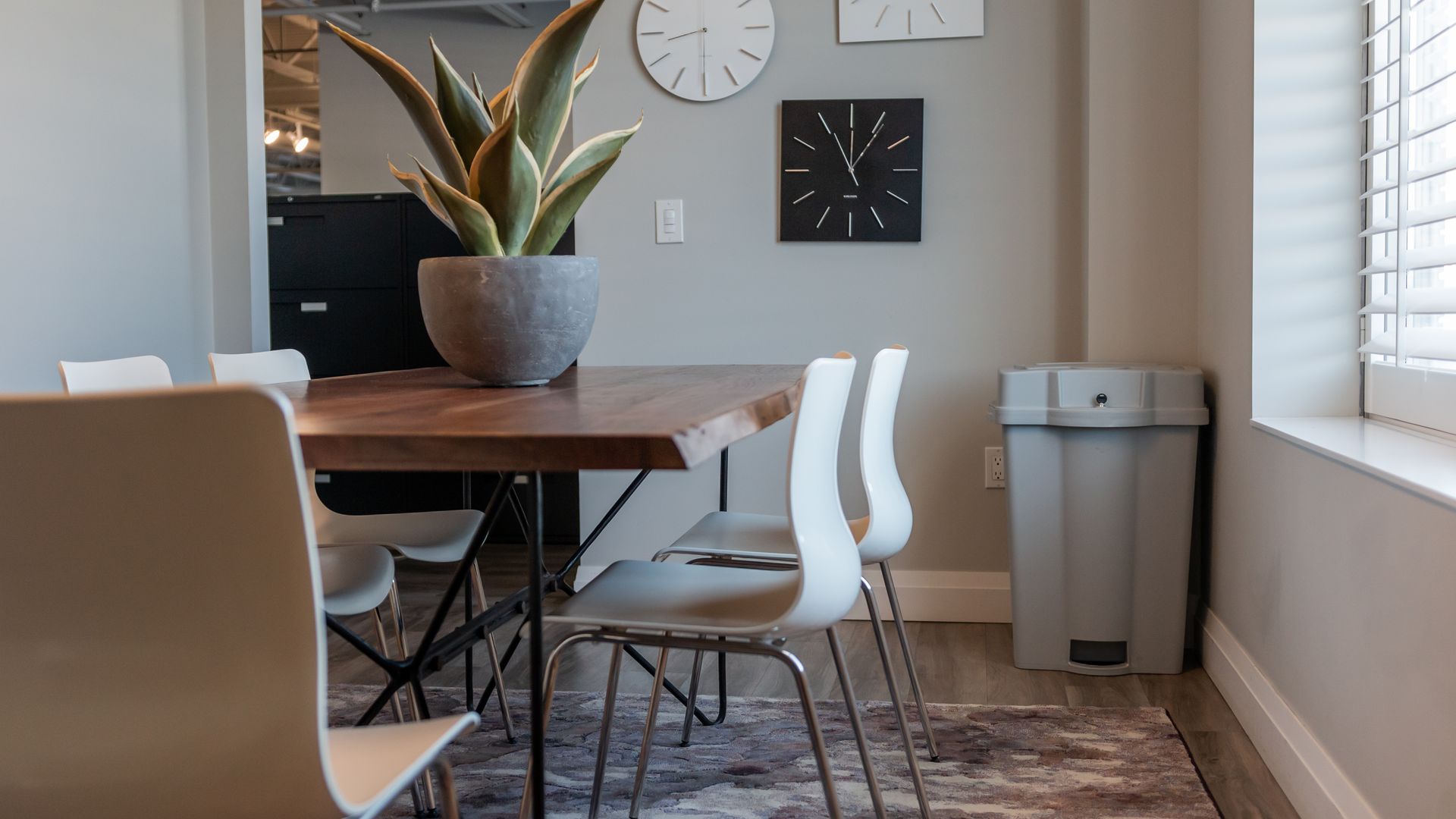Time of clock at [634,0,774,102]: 8:29
